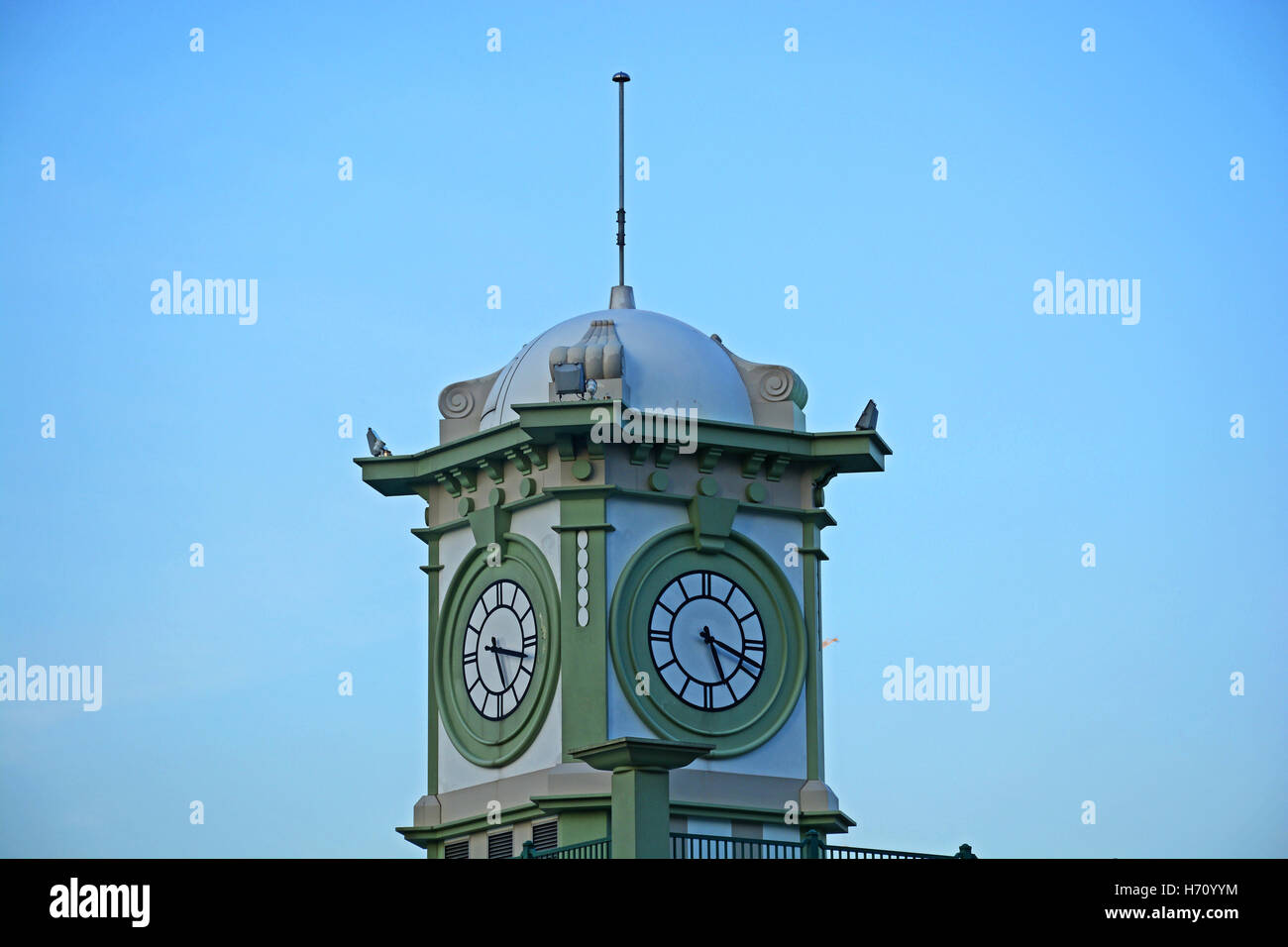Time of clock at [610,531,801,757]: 5:18
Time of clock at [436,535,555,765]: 5:17
